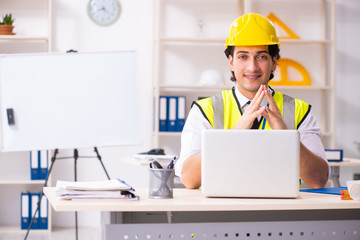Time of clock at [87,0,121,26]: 8:21
